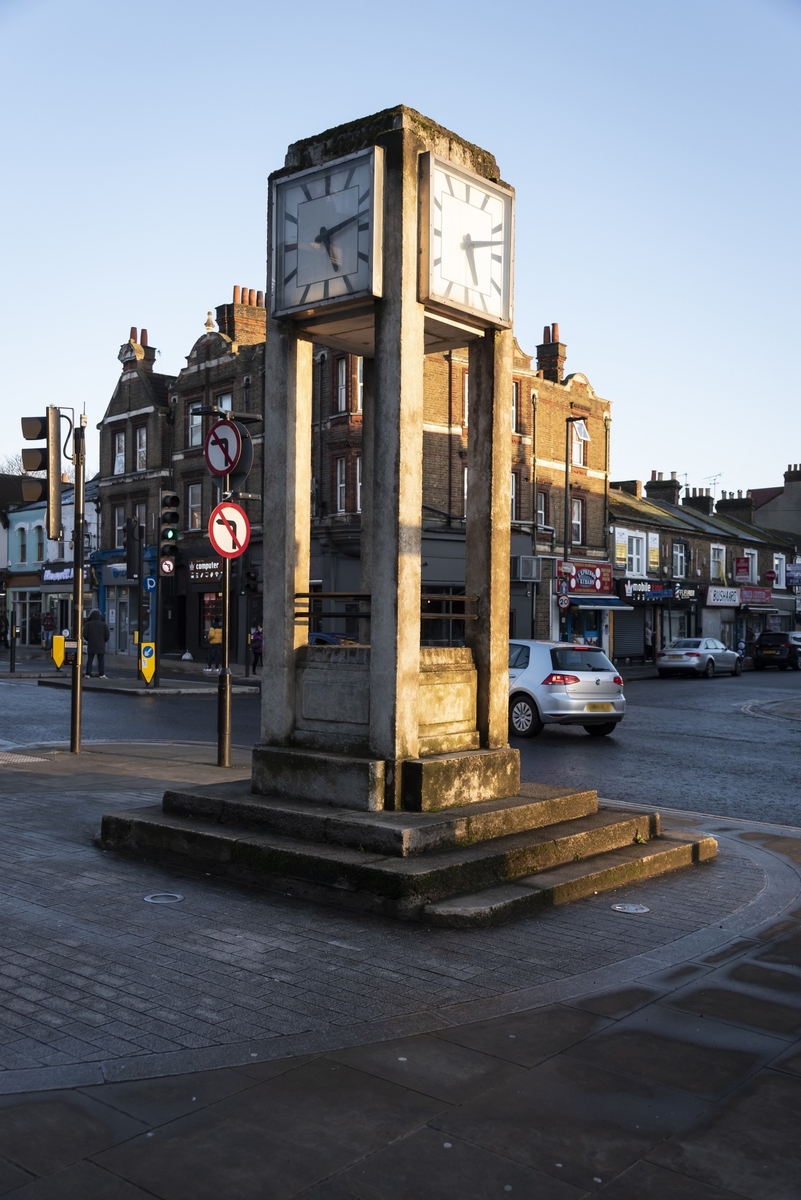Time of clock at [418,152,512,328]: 5:12
